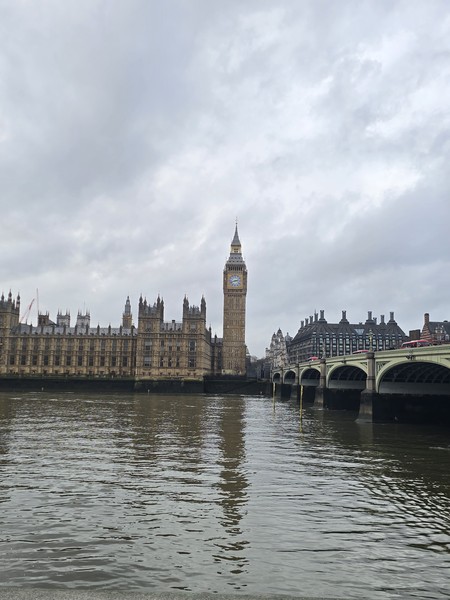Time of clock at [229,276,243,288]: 2:42
